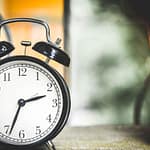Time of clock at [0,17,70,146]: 2:33
